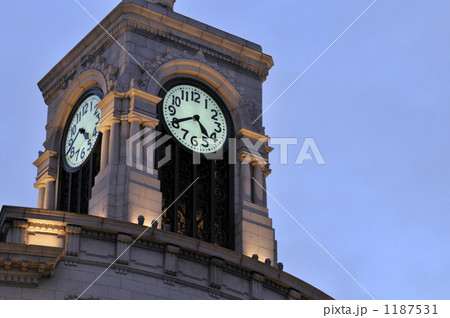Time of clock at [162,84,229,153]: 4:40
